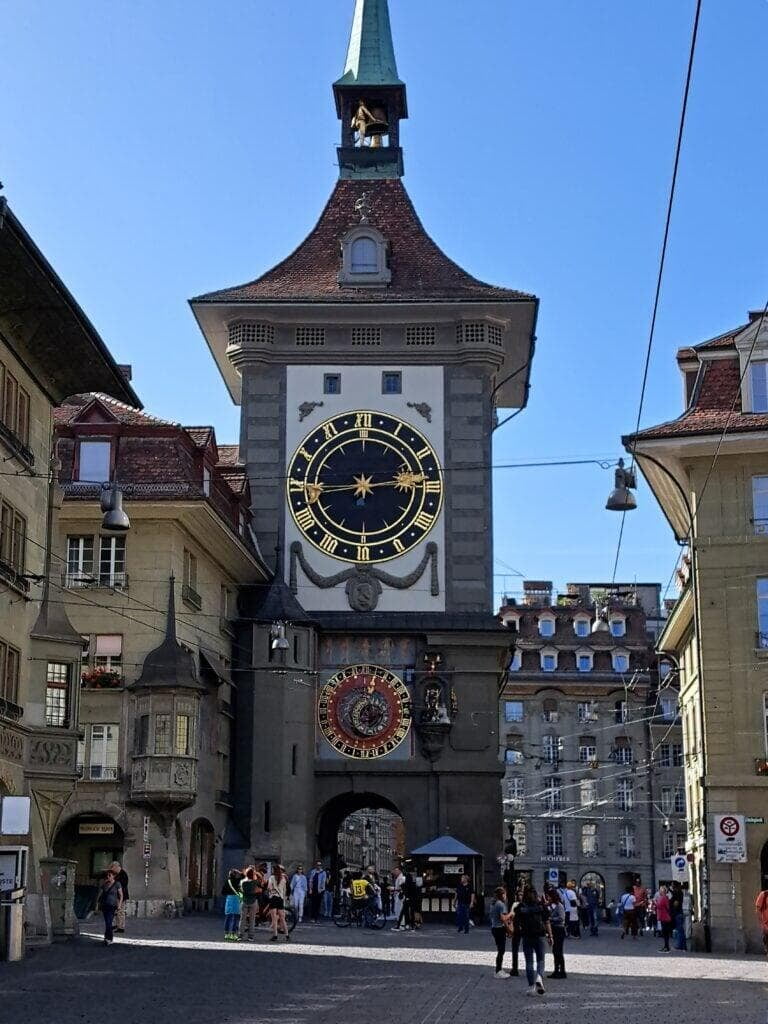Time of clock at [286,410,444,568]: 2:44
